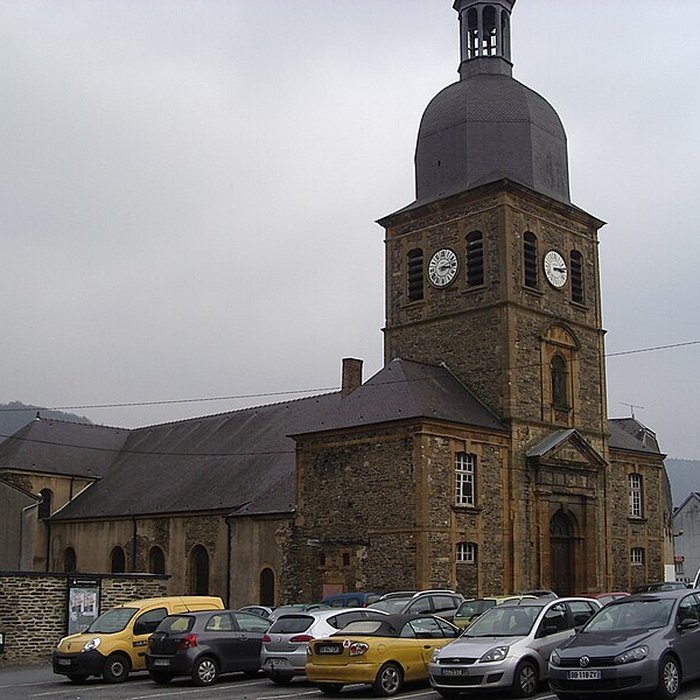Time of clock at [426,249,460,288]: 3:12
